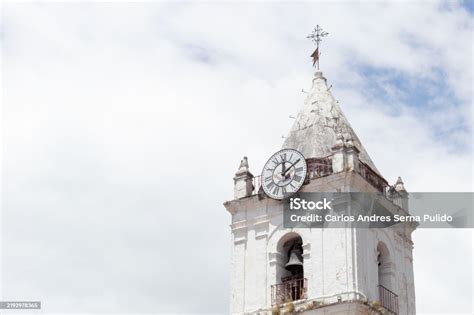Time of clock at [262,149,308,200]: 12:09
